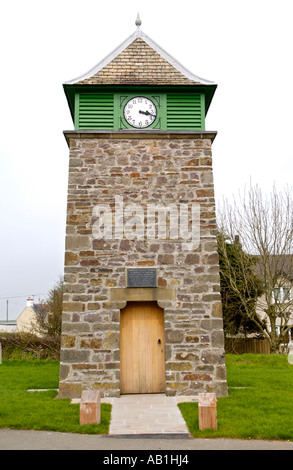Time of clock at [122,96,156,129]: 3:18
